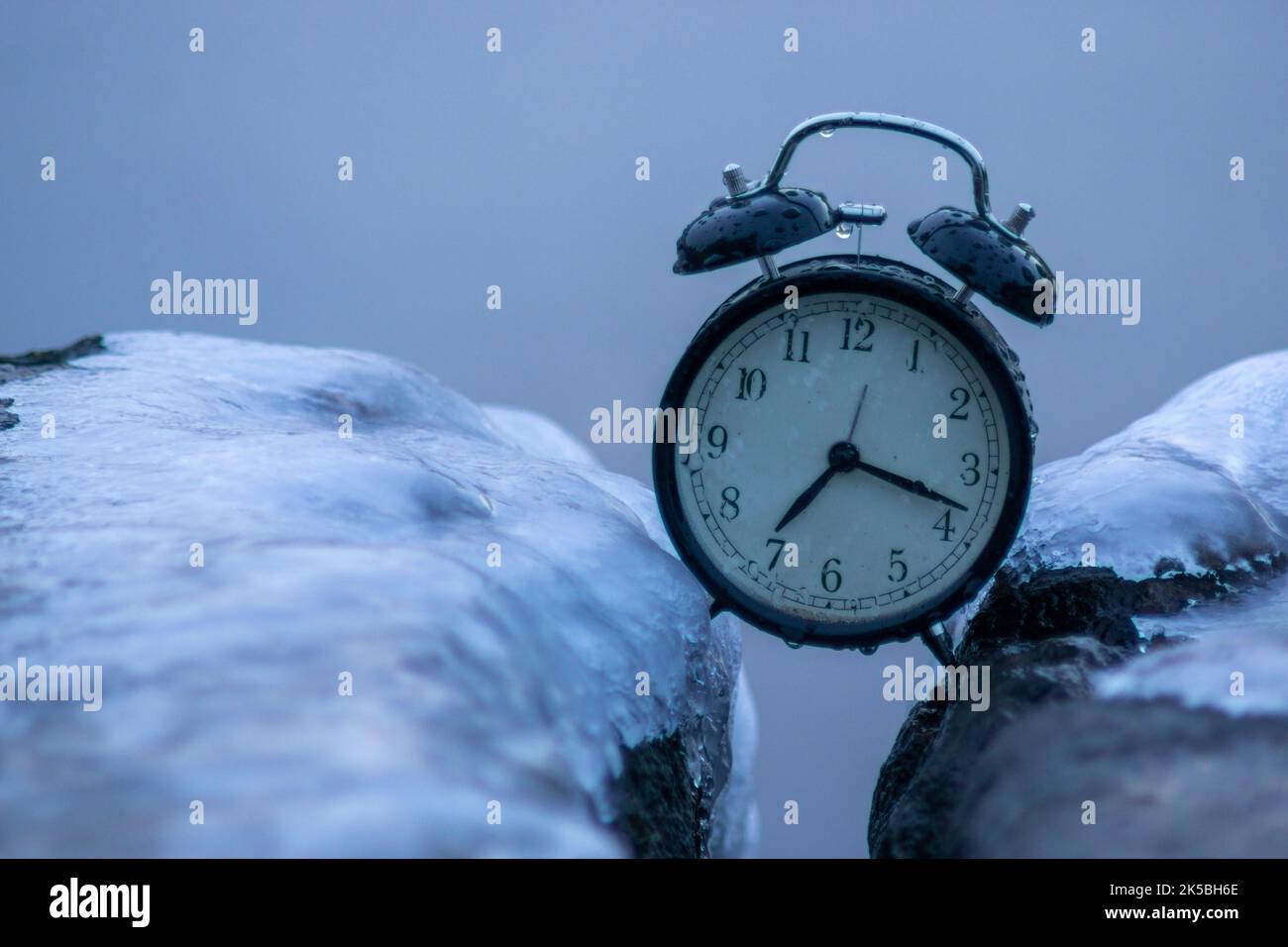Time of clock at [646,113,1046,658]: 7:18
